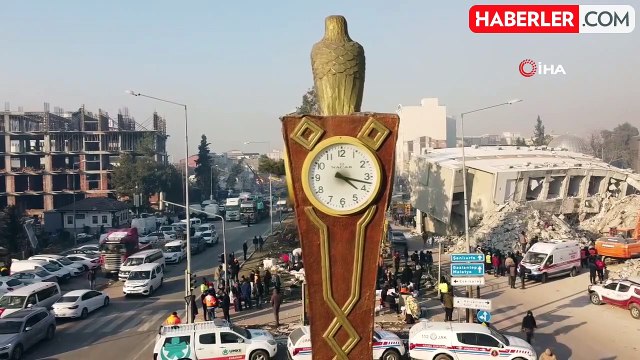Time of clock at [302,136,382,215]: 4:17
